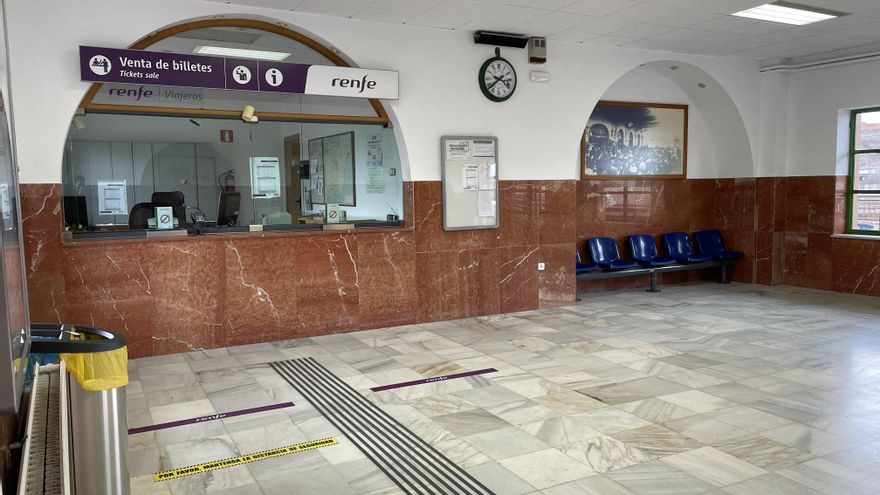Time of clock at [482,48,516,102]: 3:38
